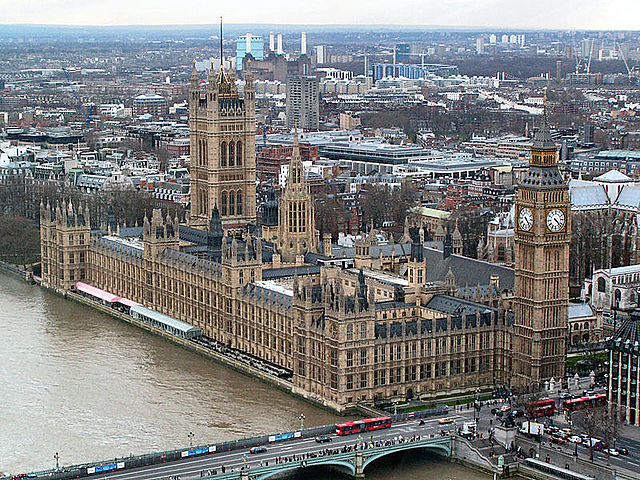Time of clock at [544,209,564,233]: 4:22
